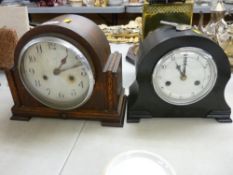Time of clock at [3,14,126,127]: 1:11
